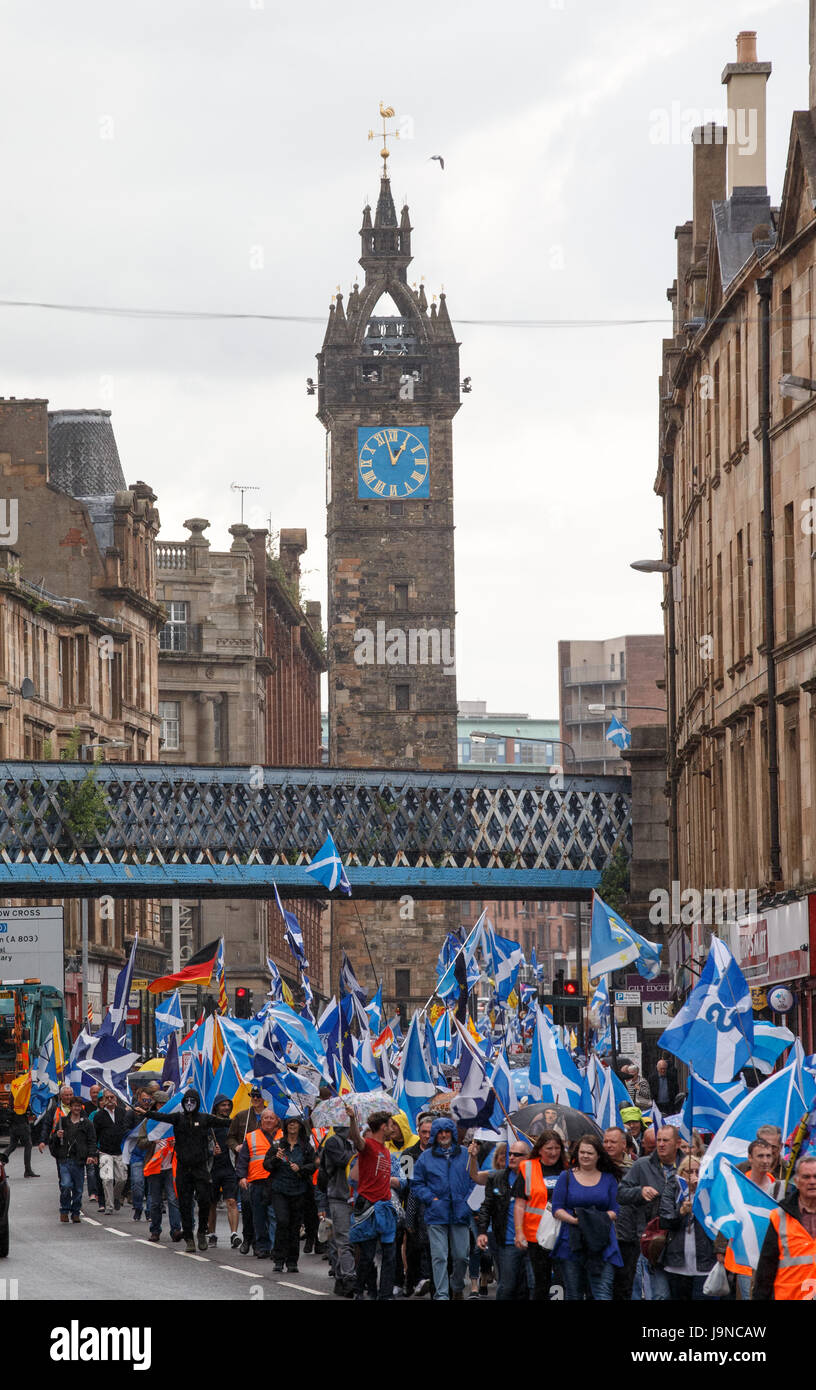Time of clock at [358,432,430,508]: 12:57
